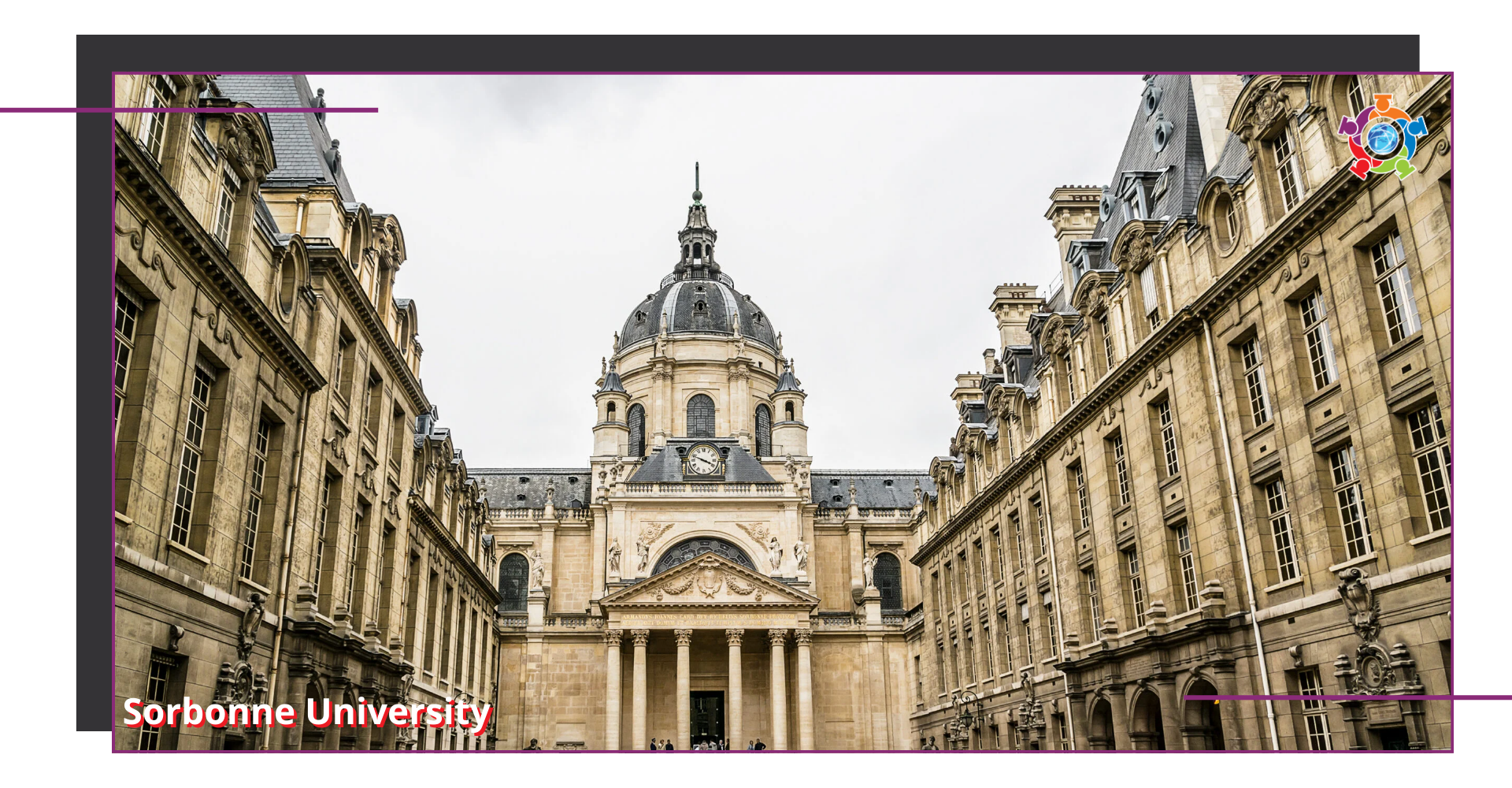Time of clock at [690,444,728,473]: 3:48
